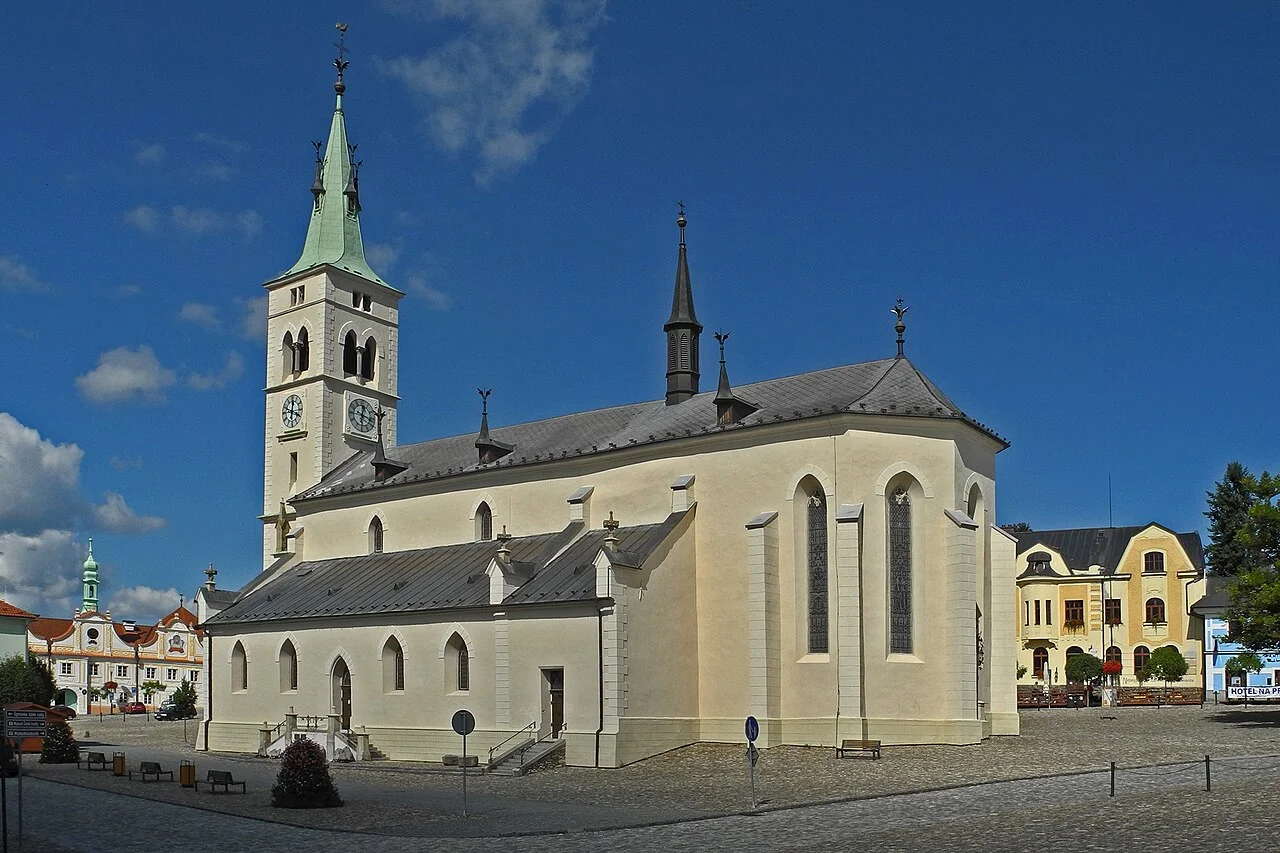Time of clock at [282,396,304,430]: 12:19
